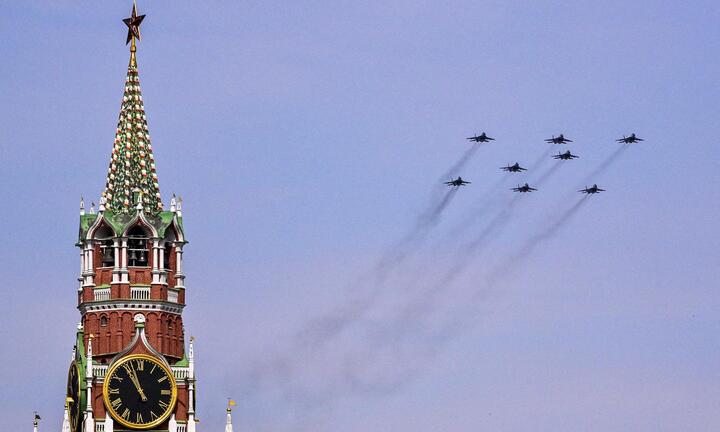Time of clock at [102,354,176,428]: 10:56
